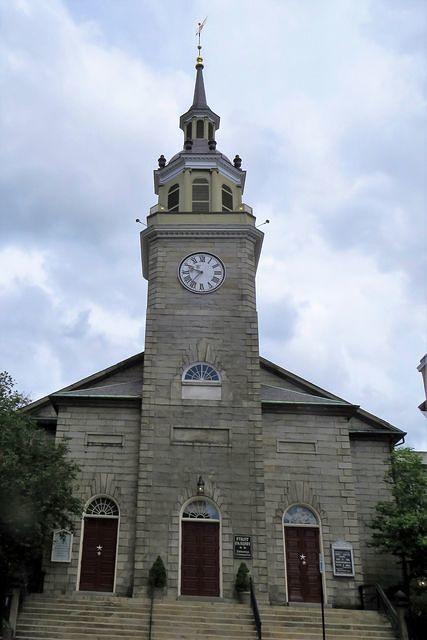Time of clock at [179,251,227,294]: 9:36
